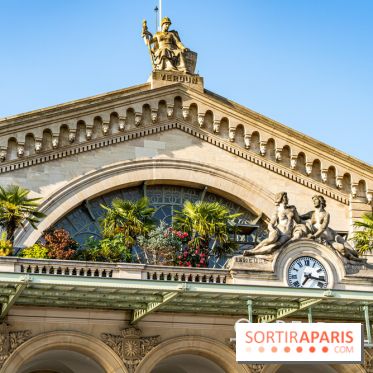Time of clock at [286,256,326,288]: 7:17
